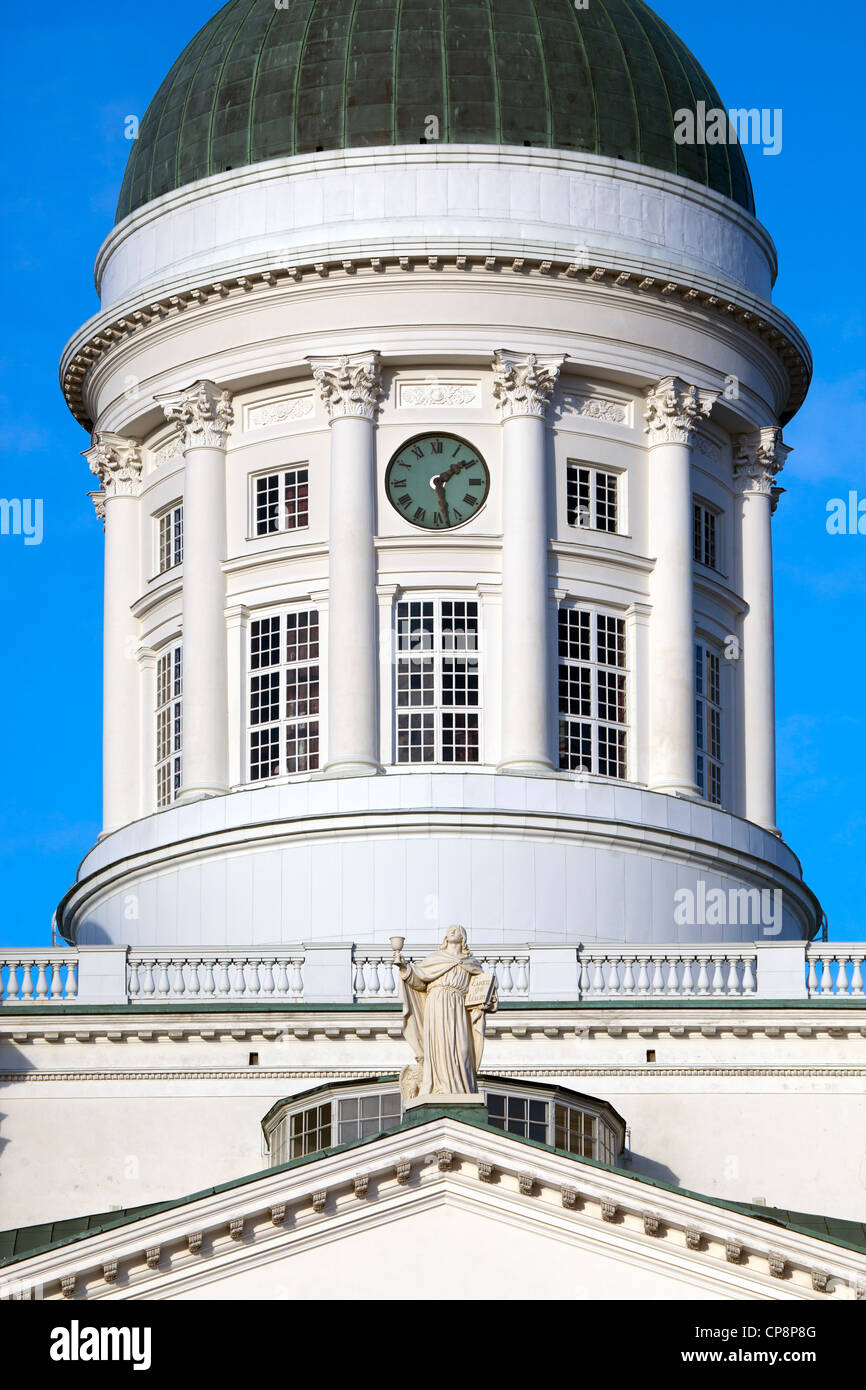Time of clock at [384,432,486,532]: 1:28
